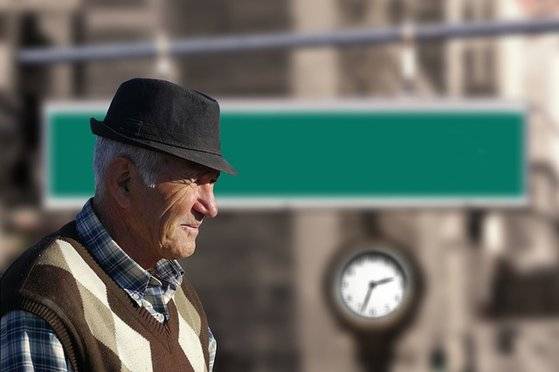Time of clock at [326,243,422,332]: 2:33
